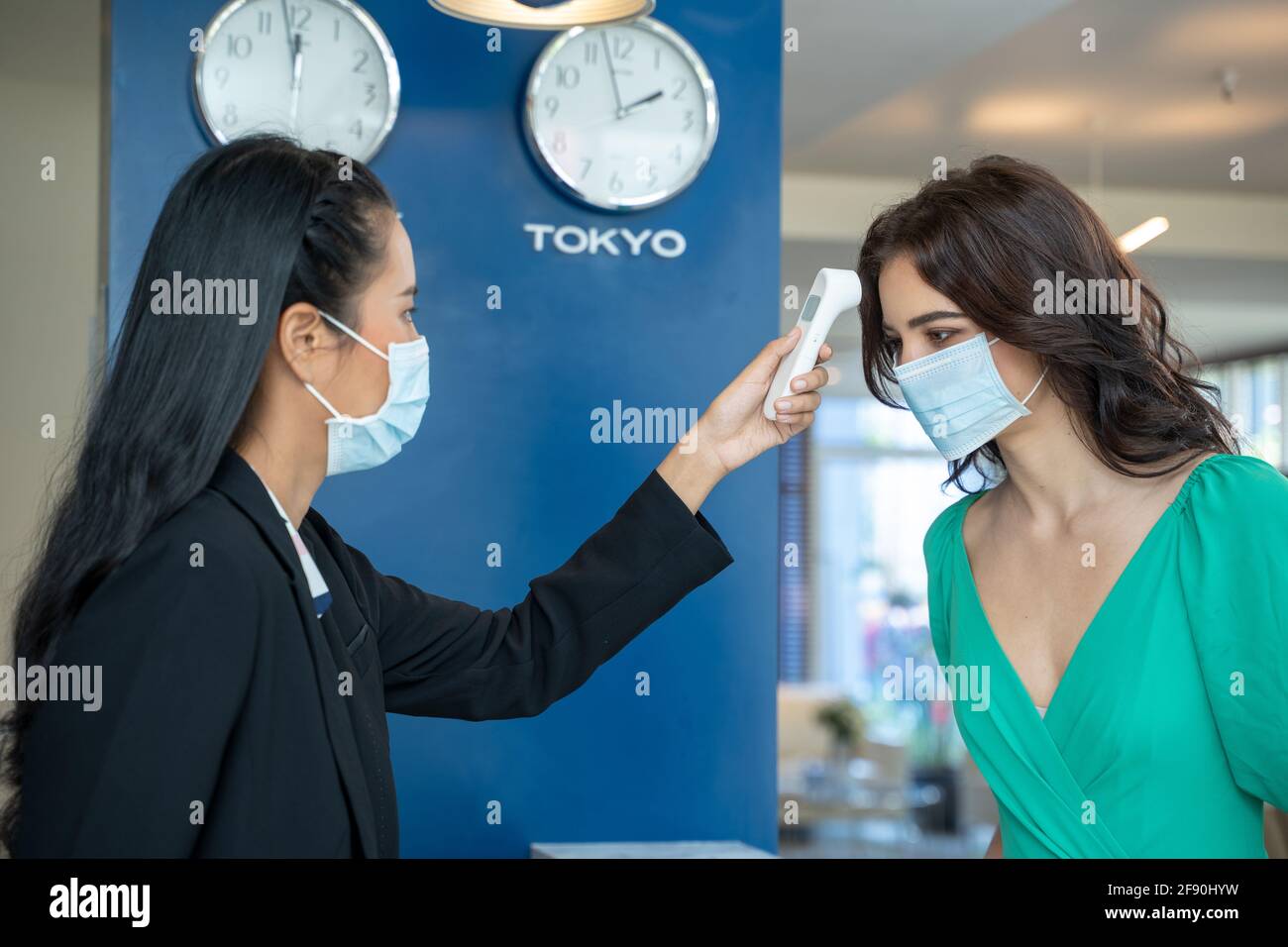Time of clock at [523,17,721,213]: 1:57
